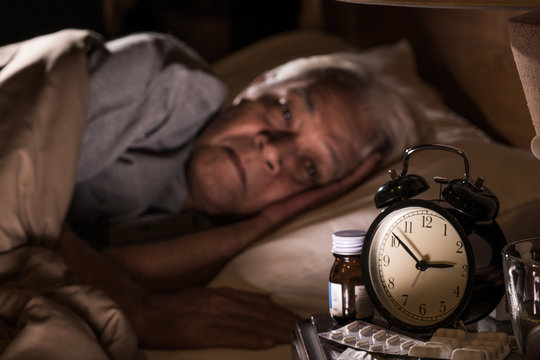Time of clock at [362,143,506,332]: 2:51
